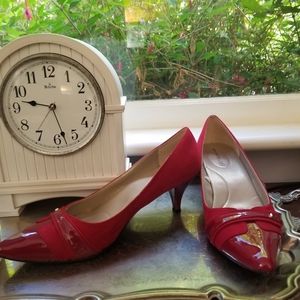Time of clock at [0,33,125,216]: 9:27
